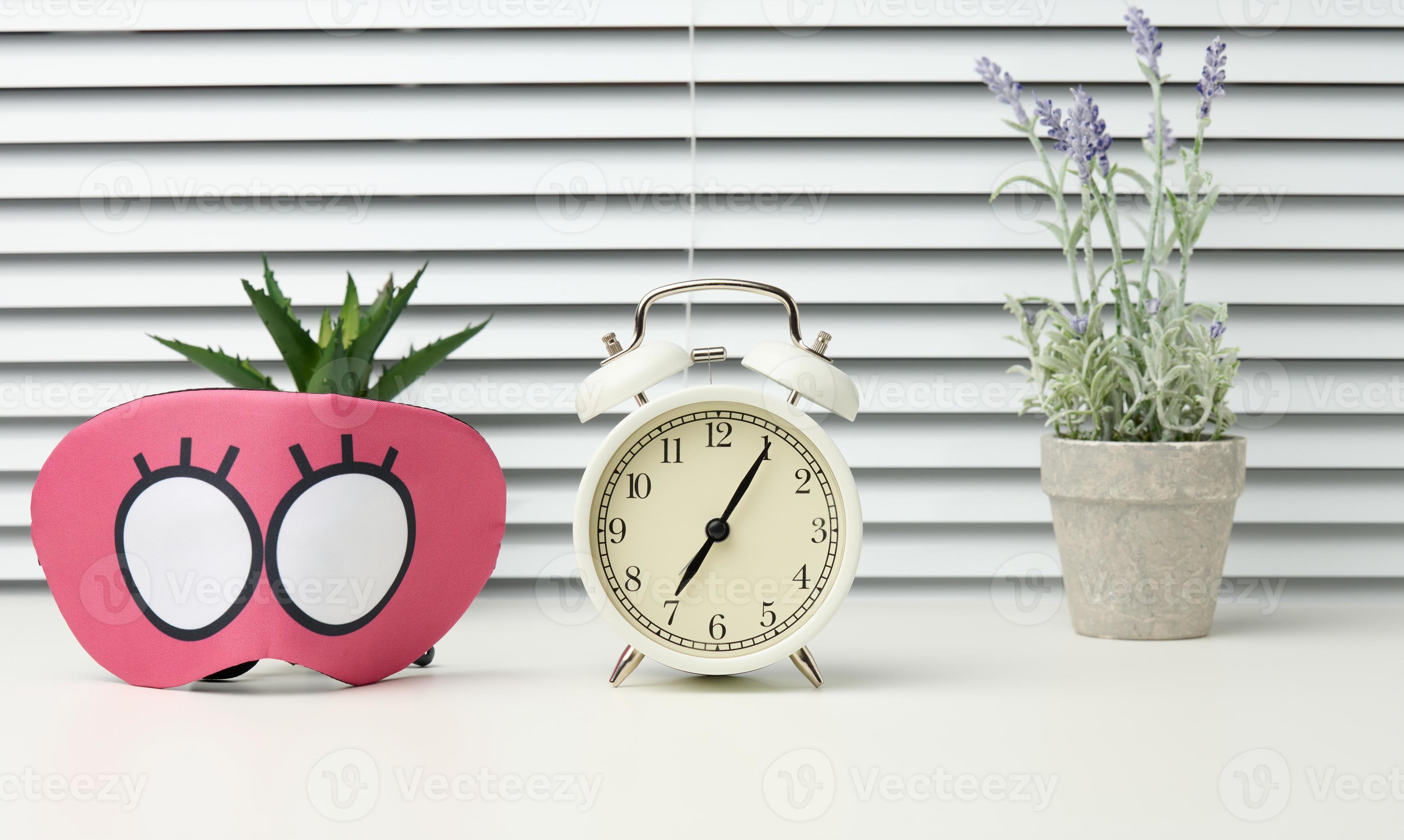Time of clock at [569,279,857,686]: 7:05
